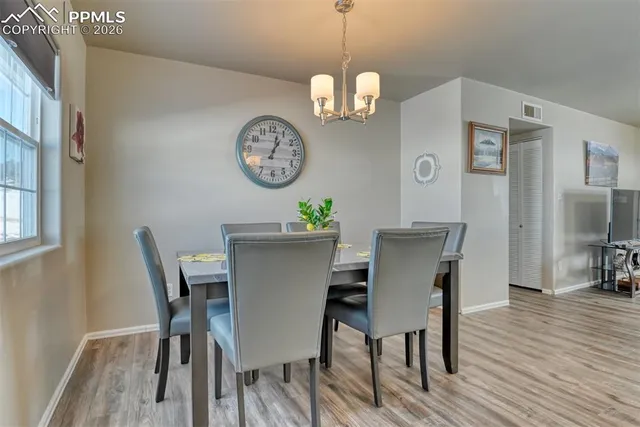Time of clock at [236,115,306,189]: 1:02
